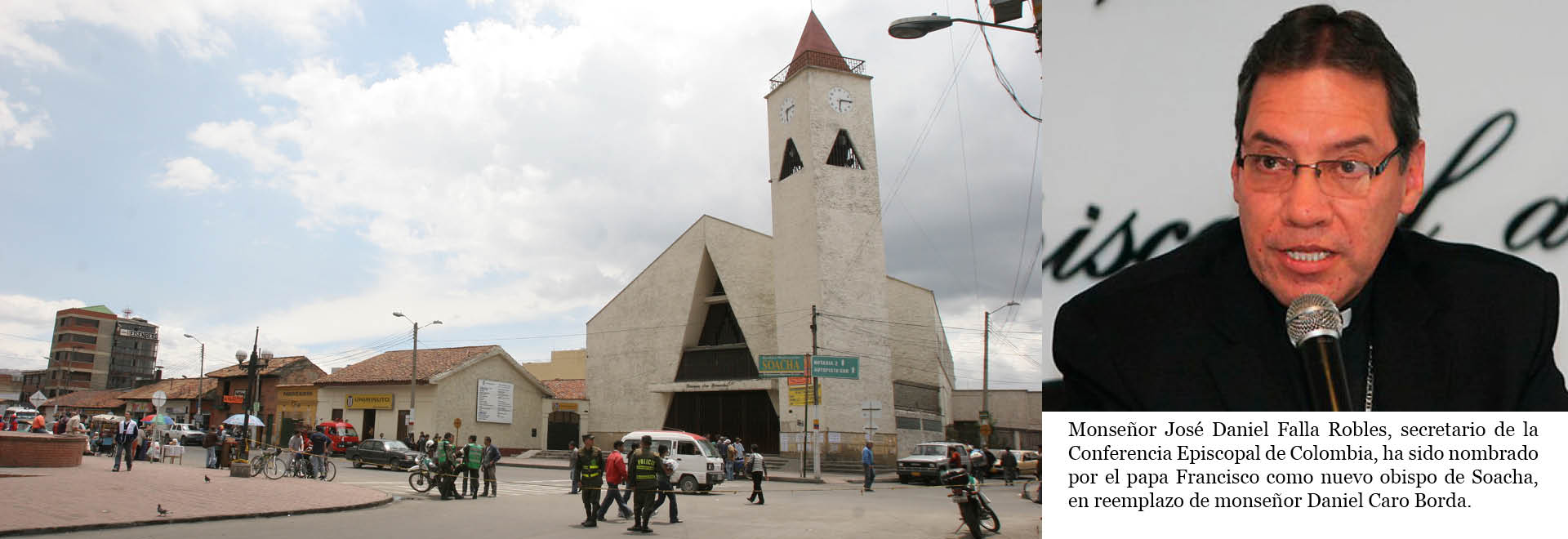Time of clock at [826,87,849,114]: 6:14
